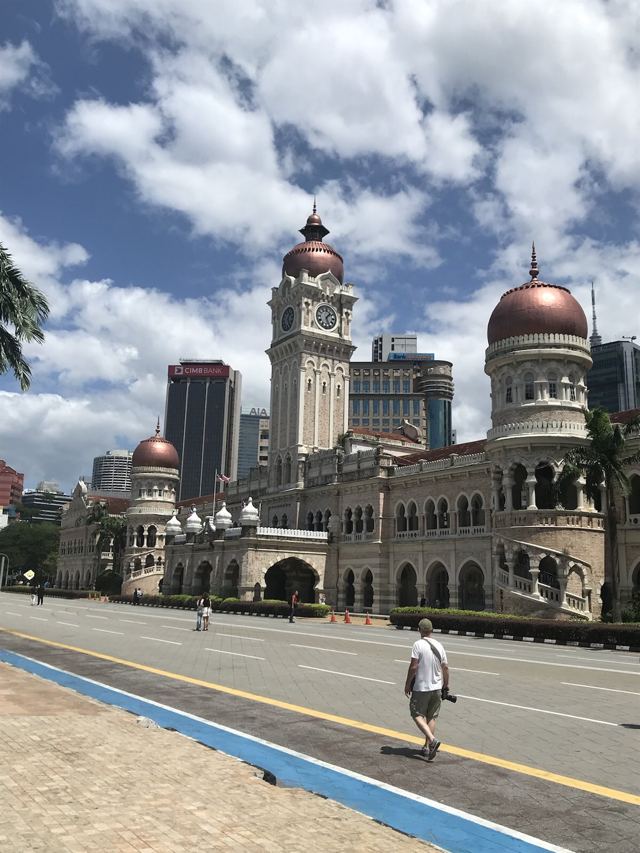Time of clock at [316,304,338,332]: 1:26
